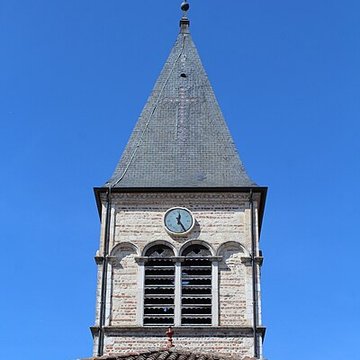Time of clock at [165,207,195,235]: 12:24
